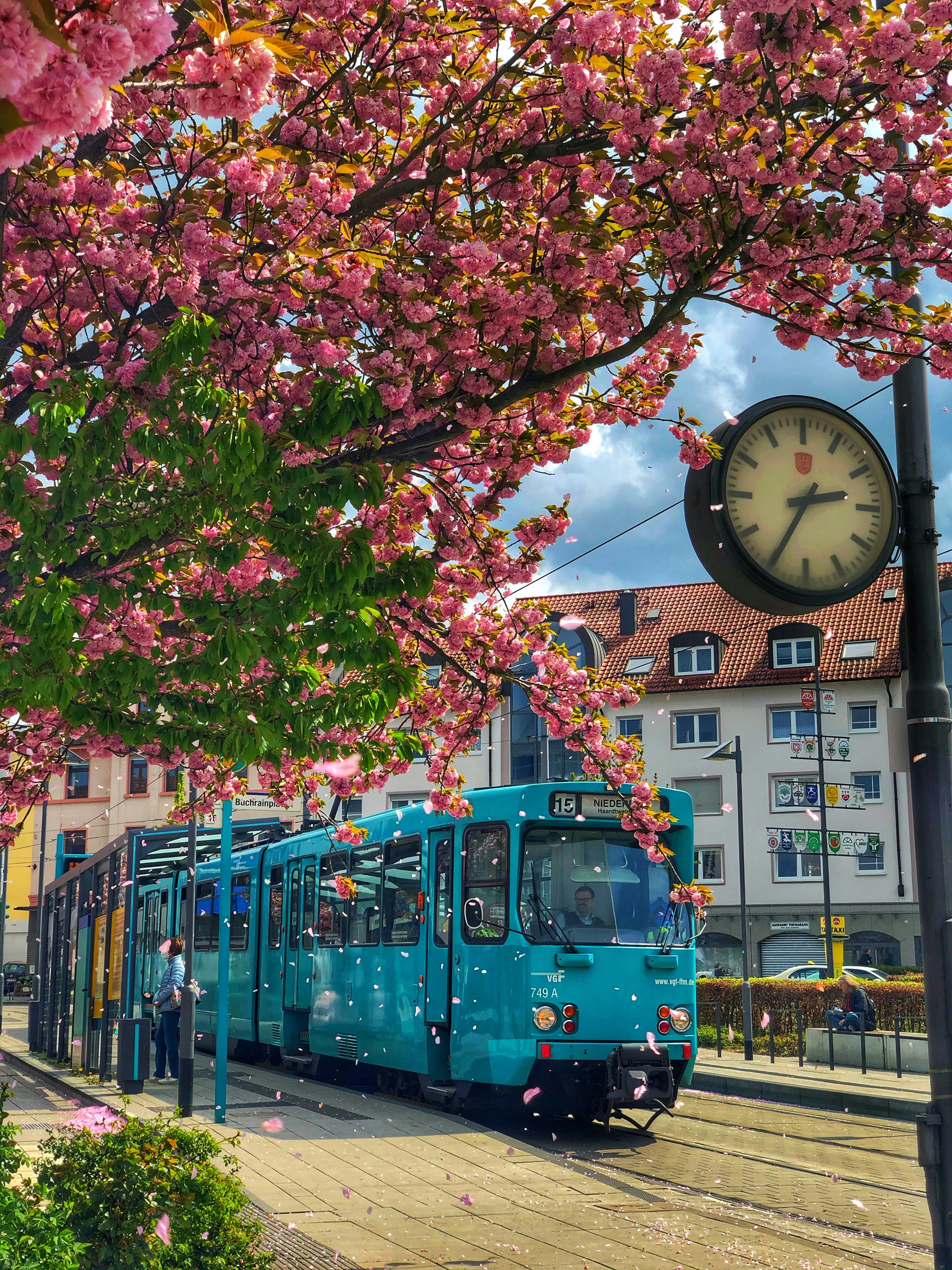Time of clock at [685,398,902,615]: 2:35
